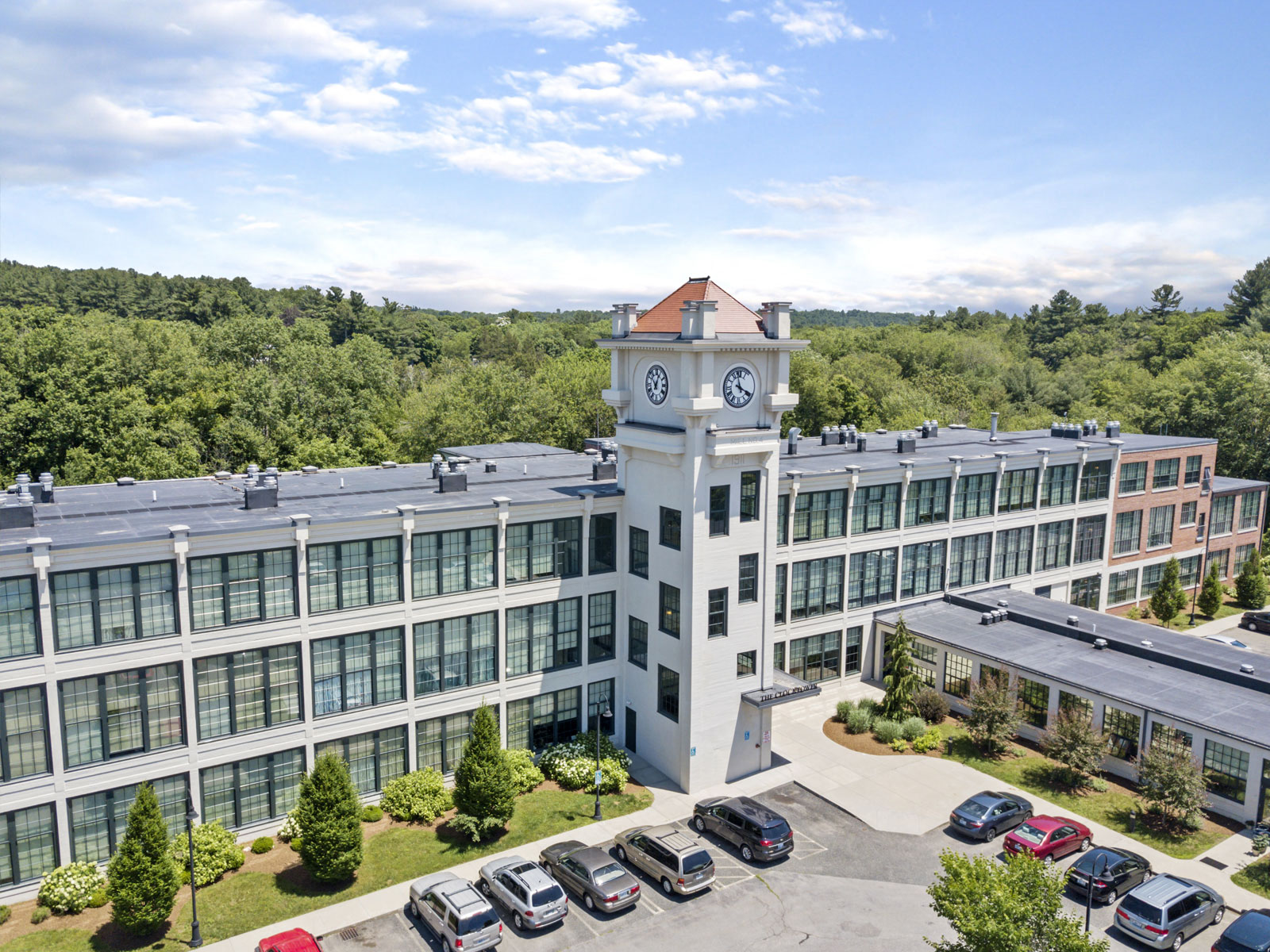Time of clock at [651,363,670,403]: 12:52
